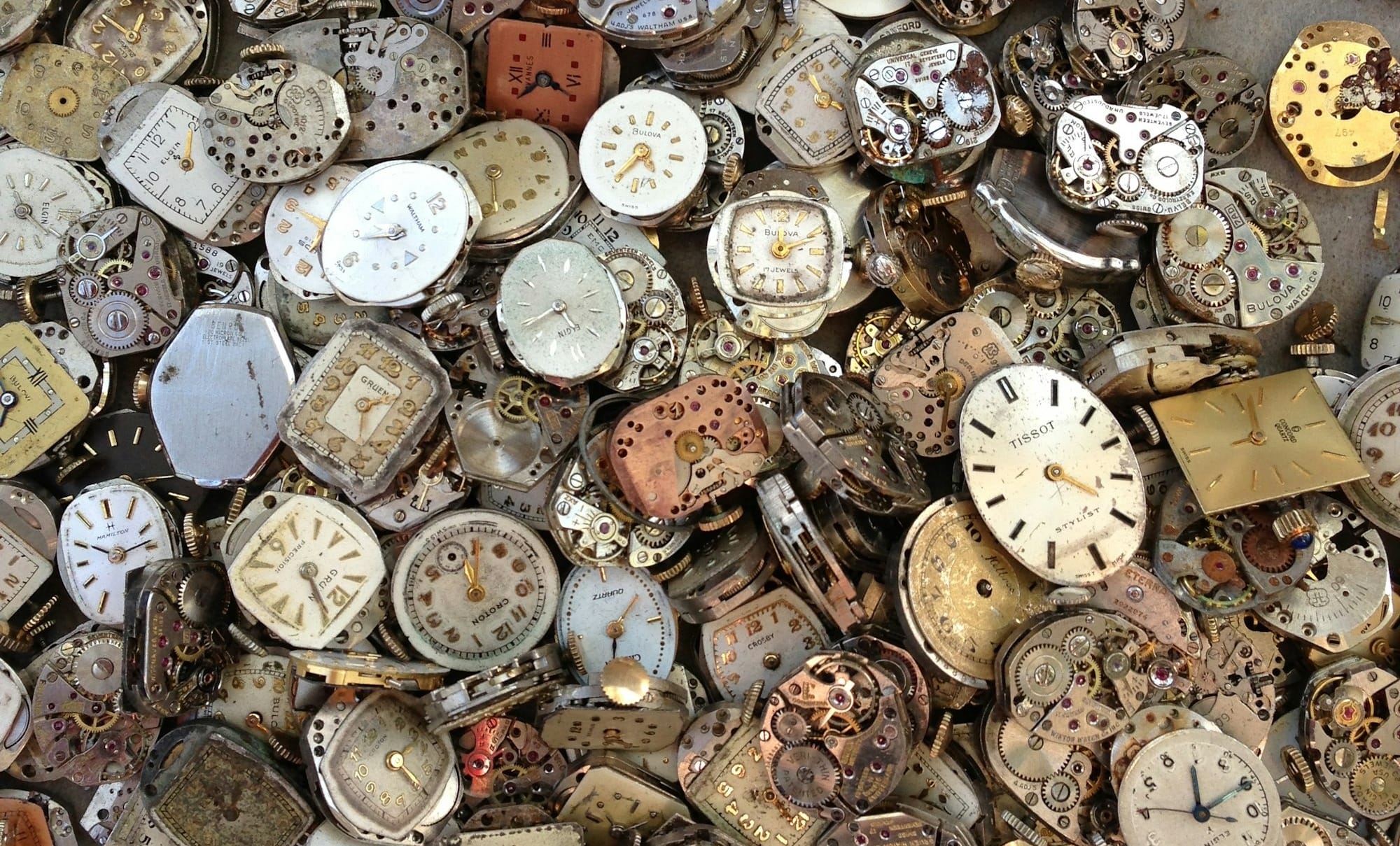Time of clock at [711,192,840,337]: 12:10
